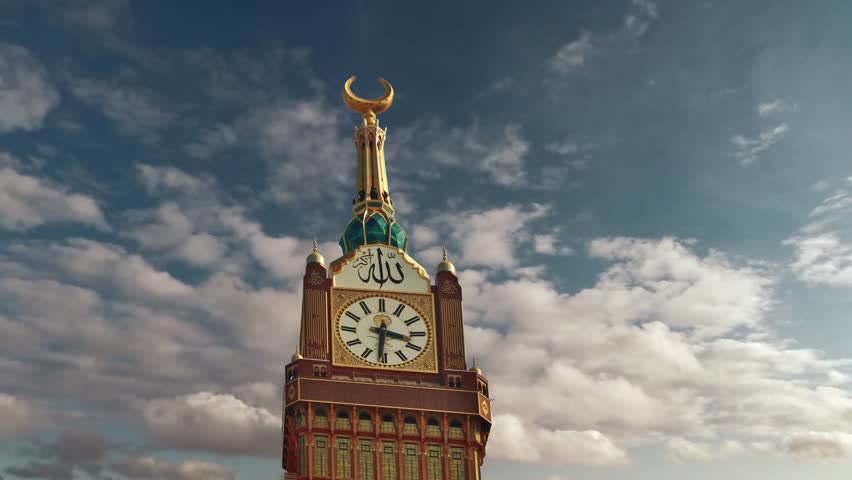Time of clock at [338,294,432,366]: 3:31
